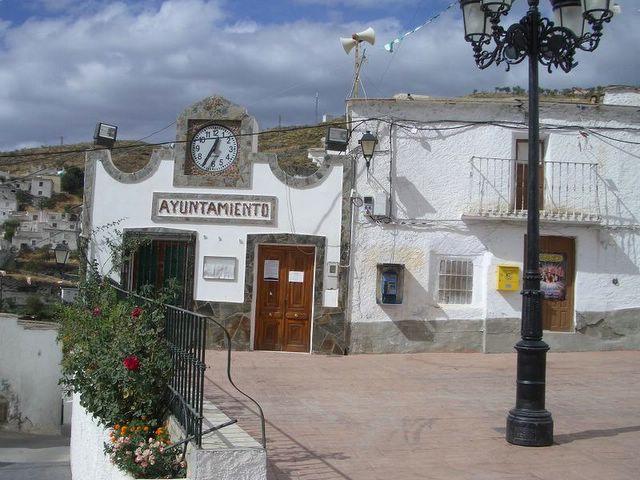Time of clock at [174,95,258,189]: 12:34
